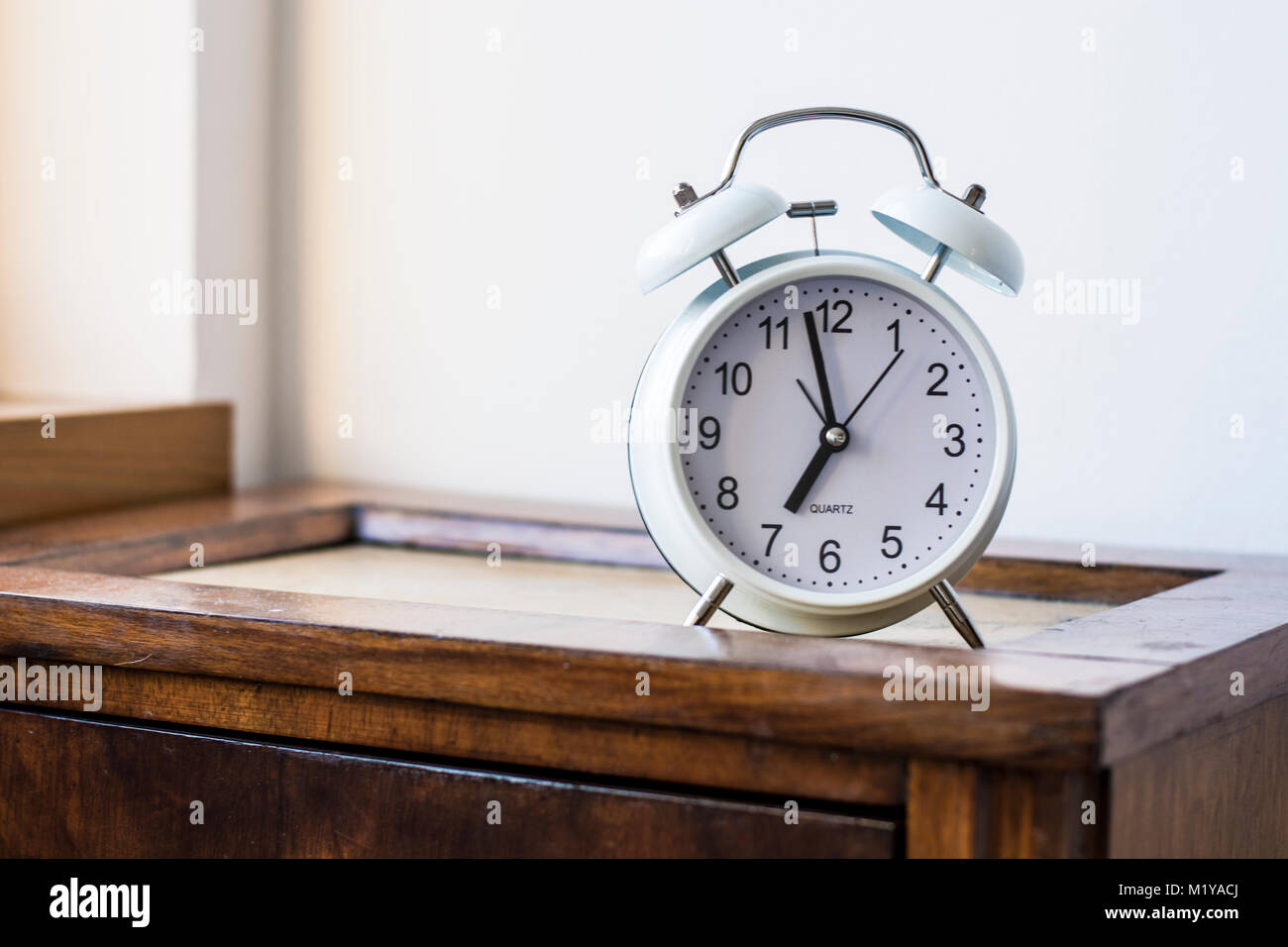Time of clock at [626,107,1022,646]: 6:58
